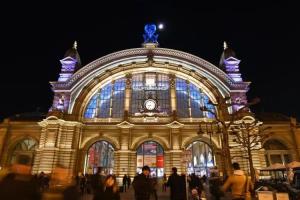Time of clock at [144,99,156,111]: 8:36
